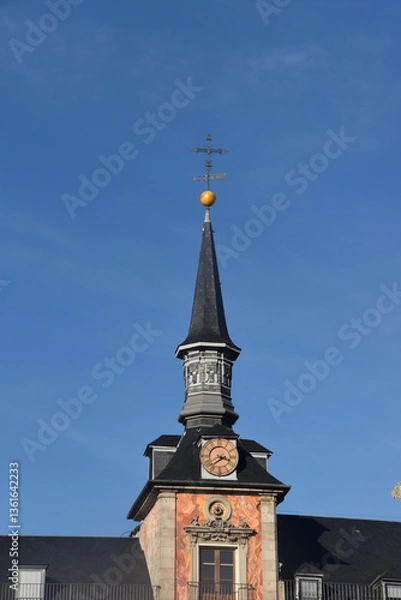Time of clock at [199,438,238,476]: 3:38
